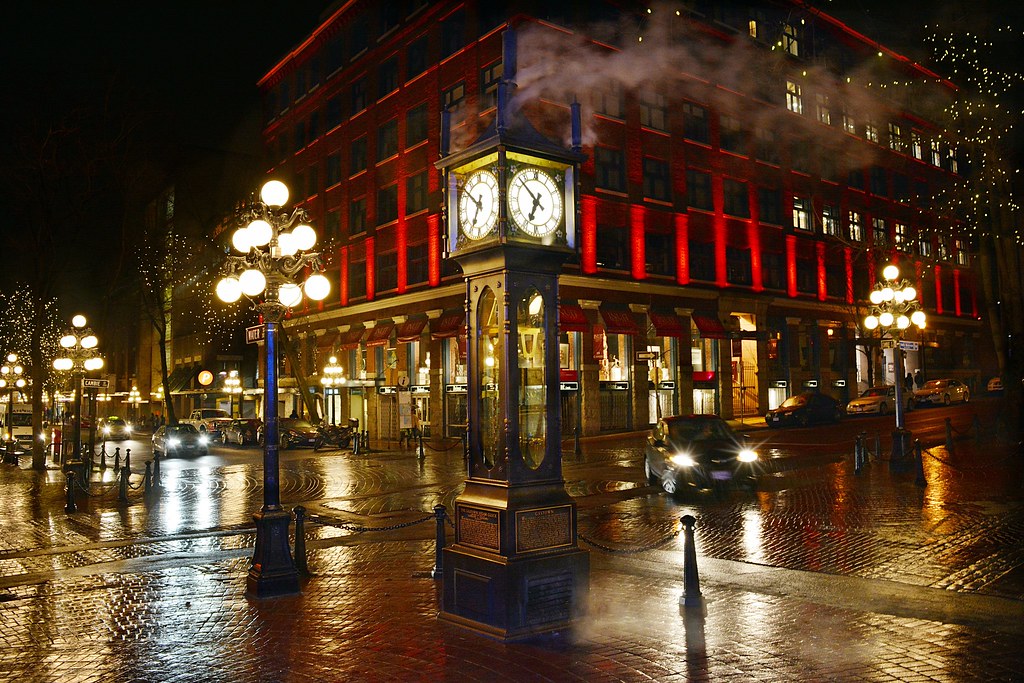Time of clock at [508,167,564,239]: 6:52
